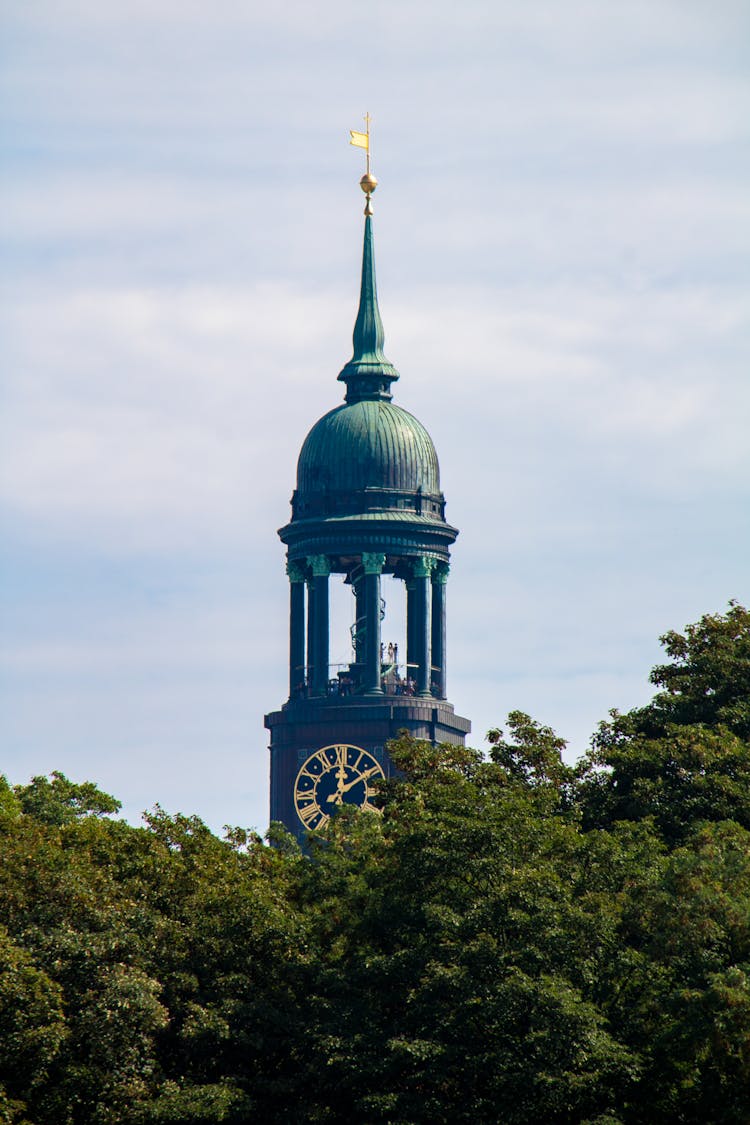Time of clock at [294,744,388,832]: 12:09
